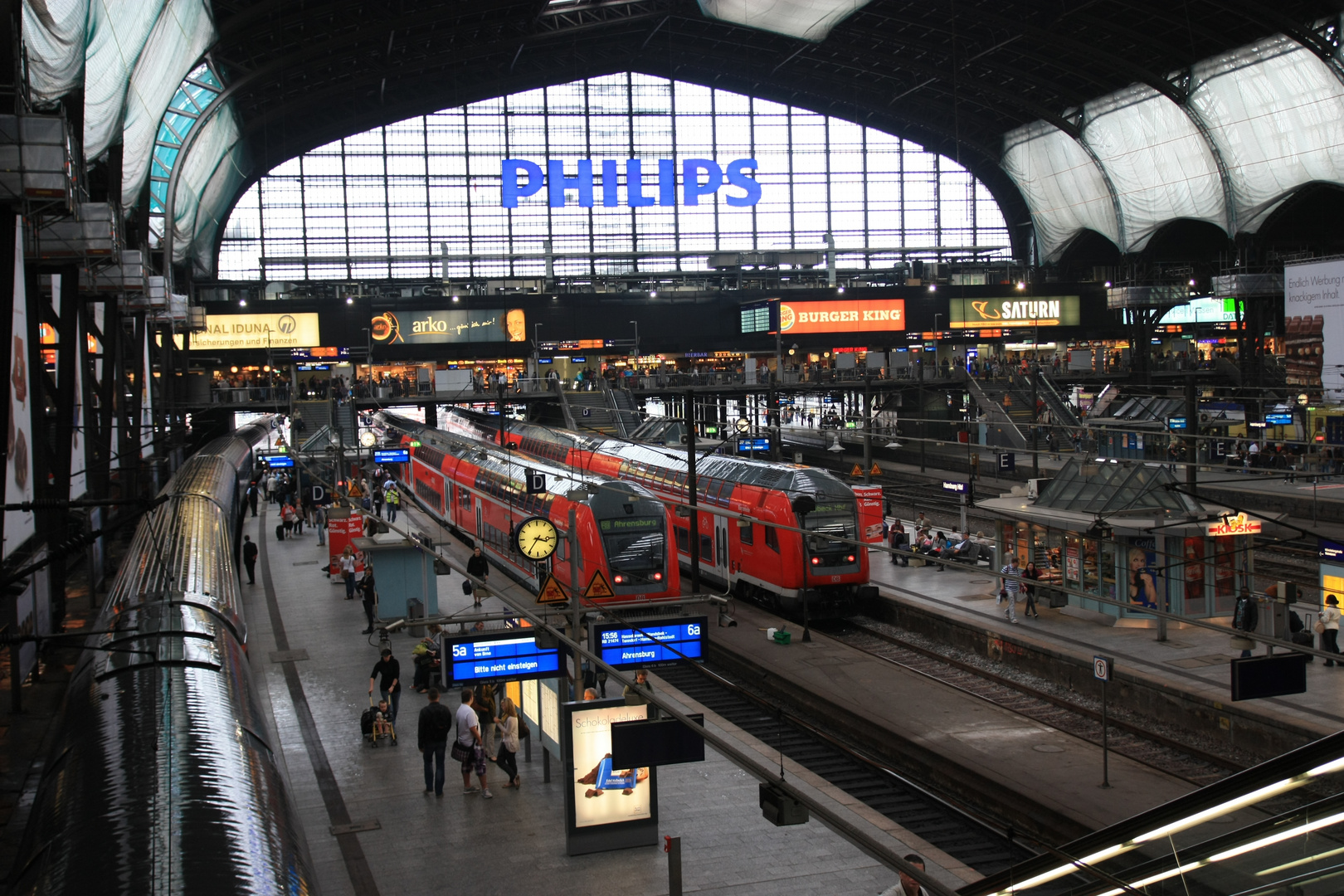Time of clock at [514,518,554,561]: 3:35
